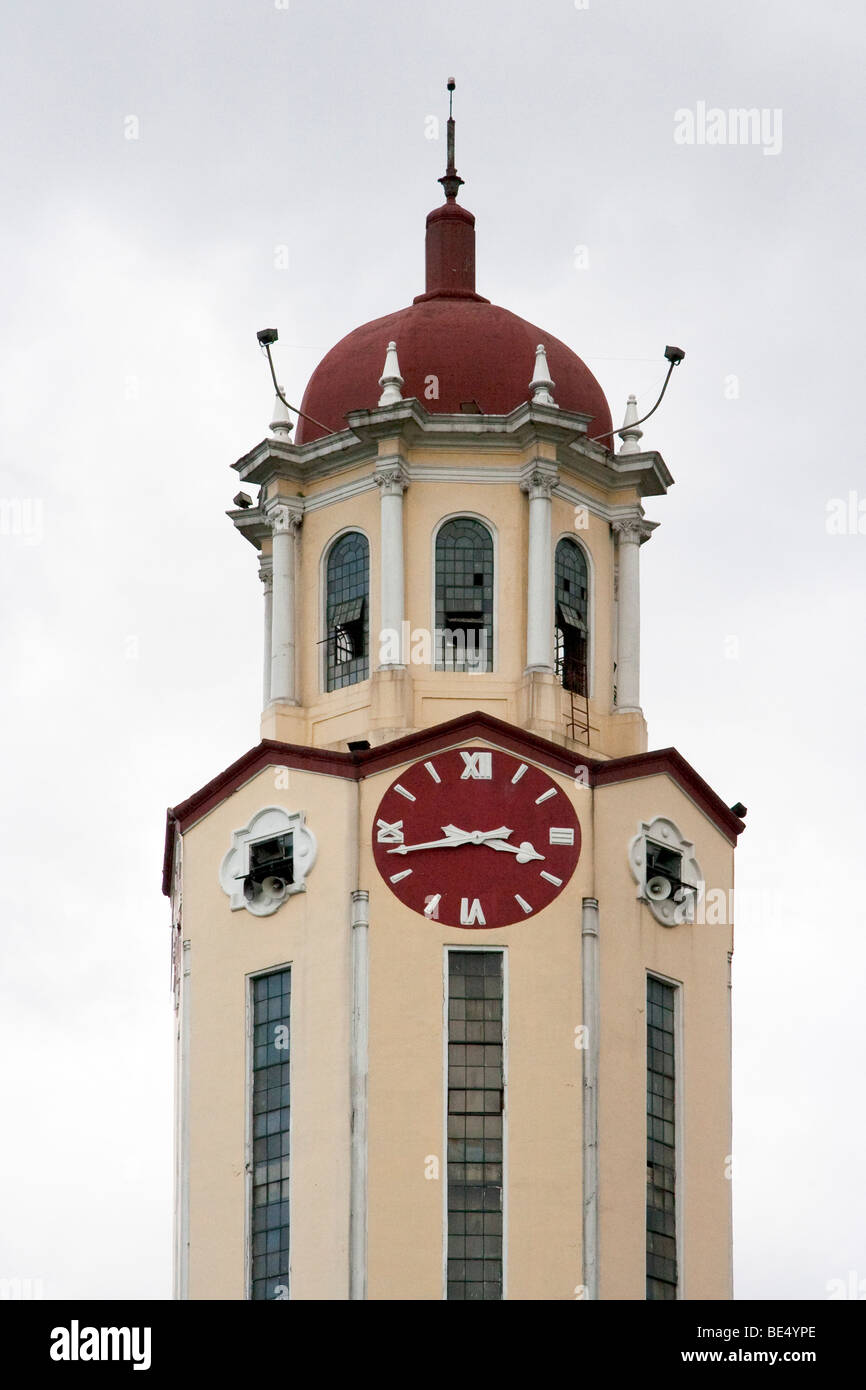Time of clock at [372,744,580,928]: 3:43
